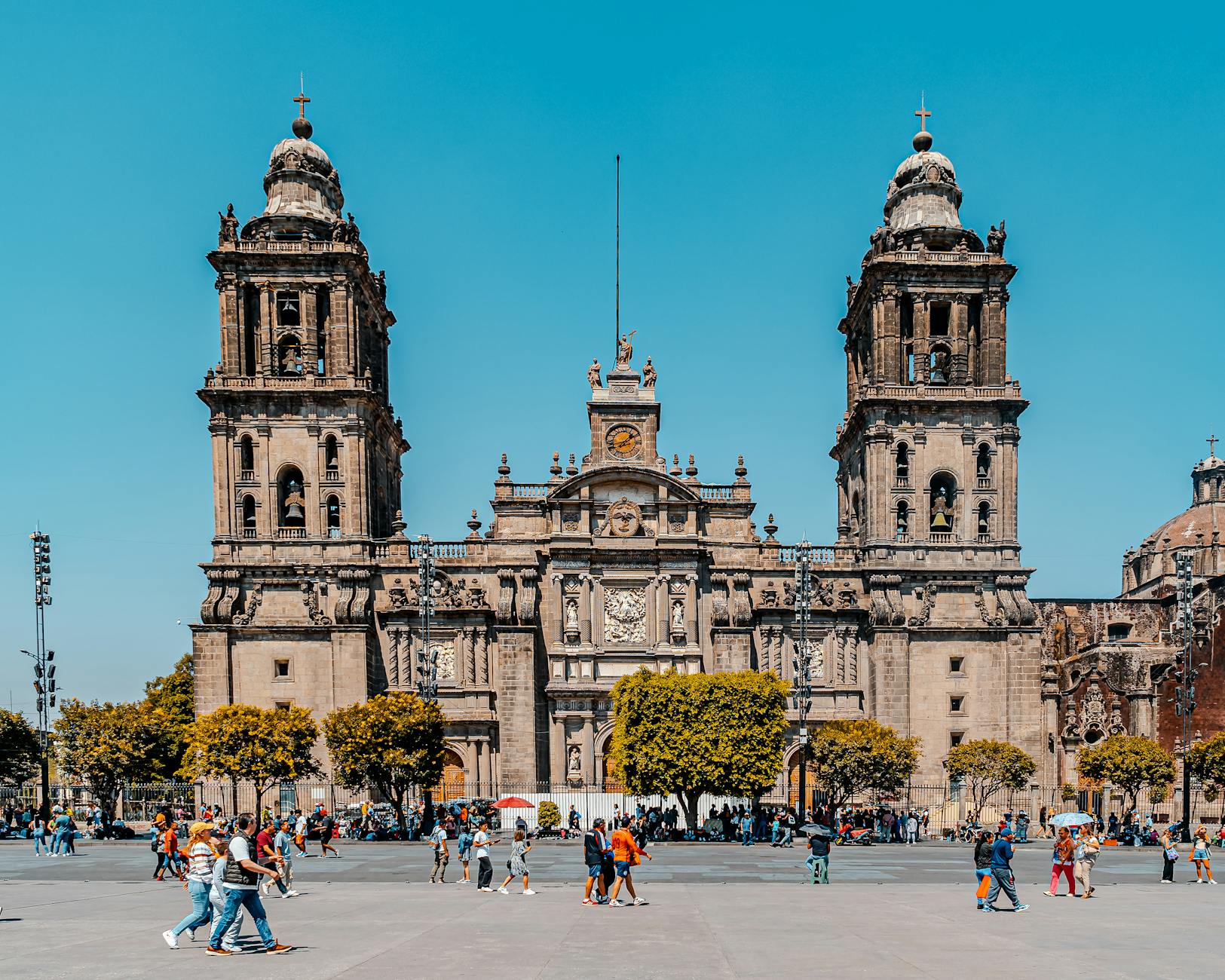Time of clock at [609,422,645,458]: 1:42
